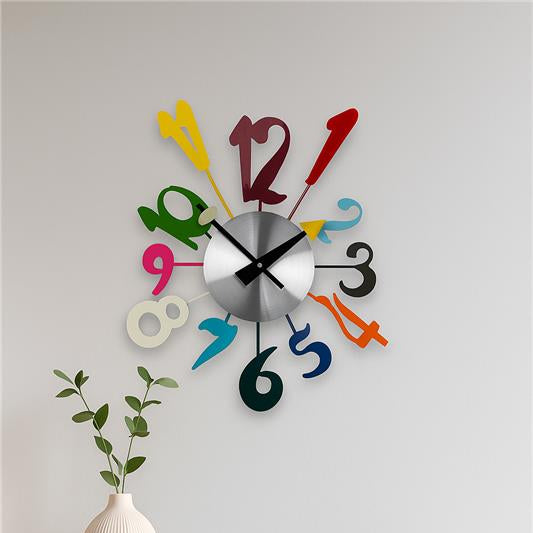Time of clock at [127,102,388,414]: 1:51
